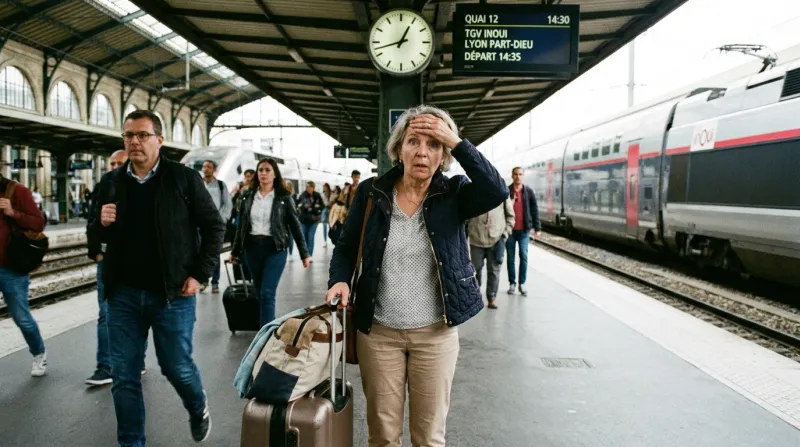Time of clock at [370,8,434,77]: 12:42
